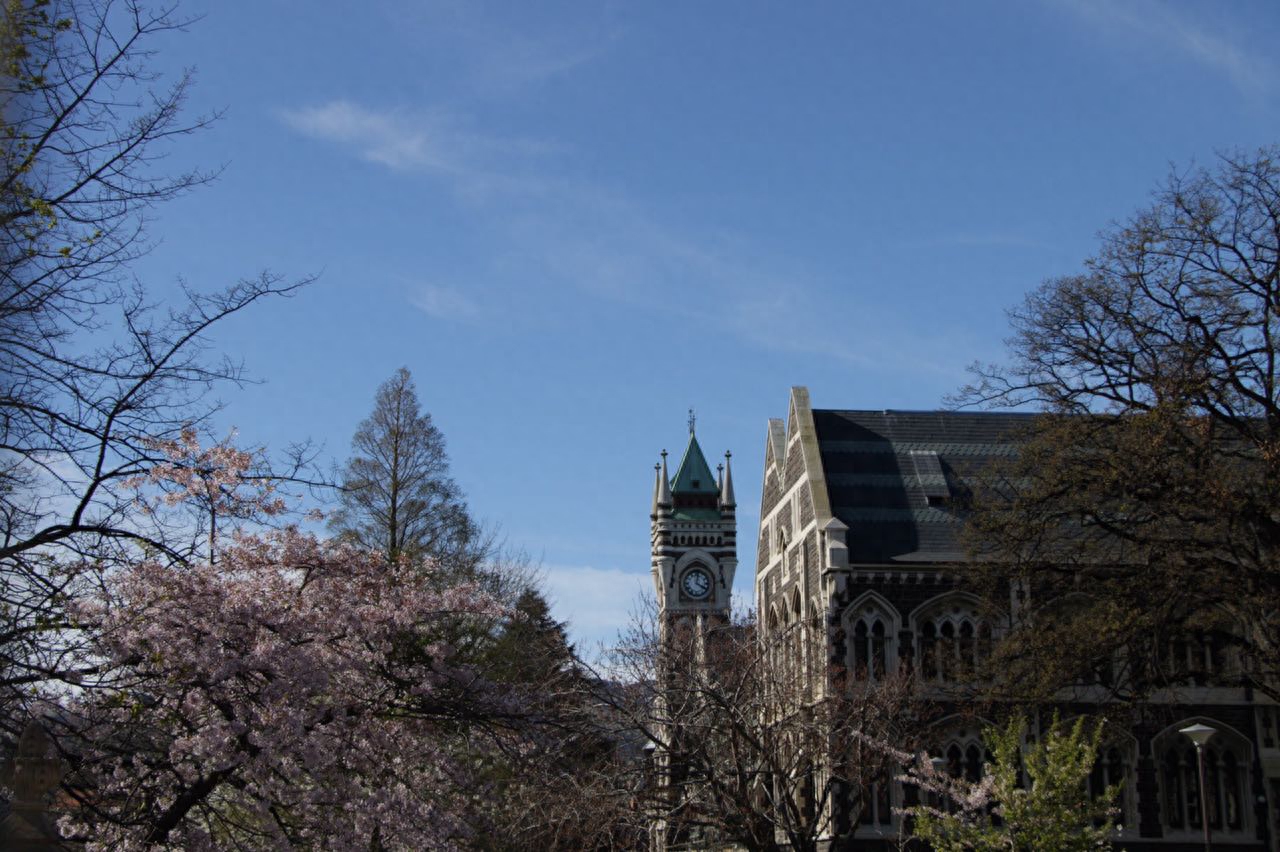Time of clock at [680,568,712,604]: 4:01
